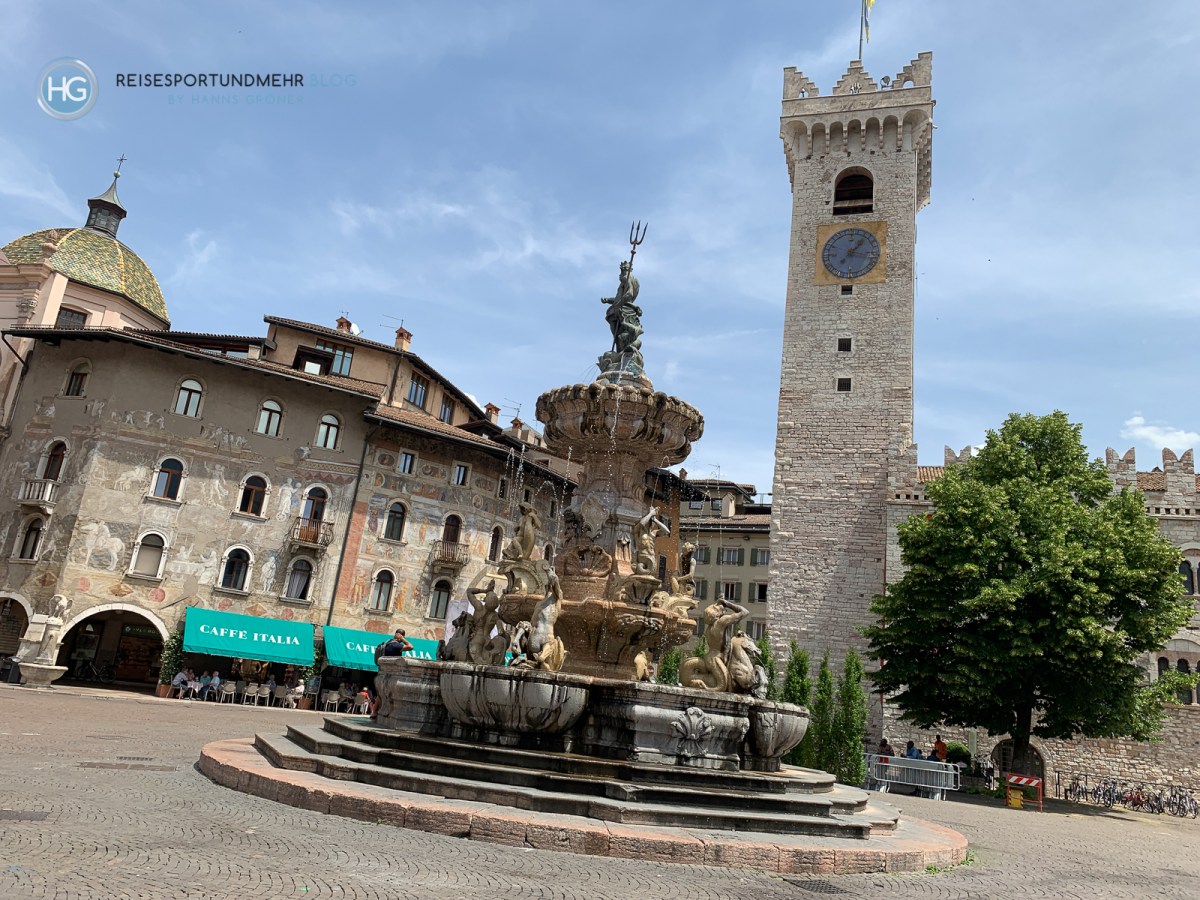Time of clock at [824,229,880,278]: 1:16
